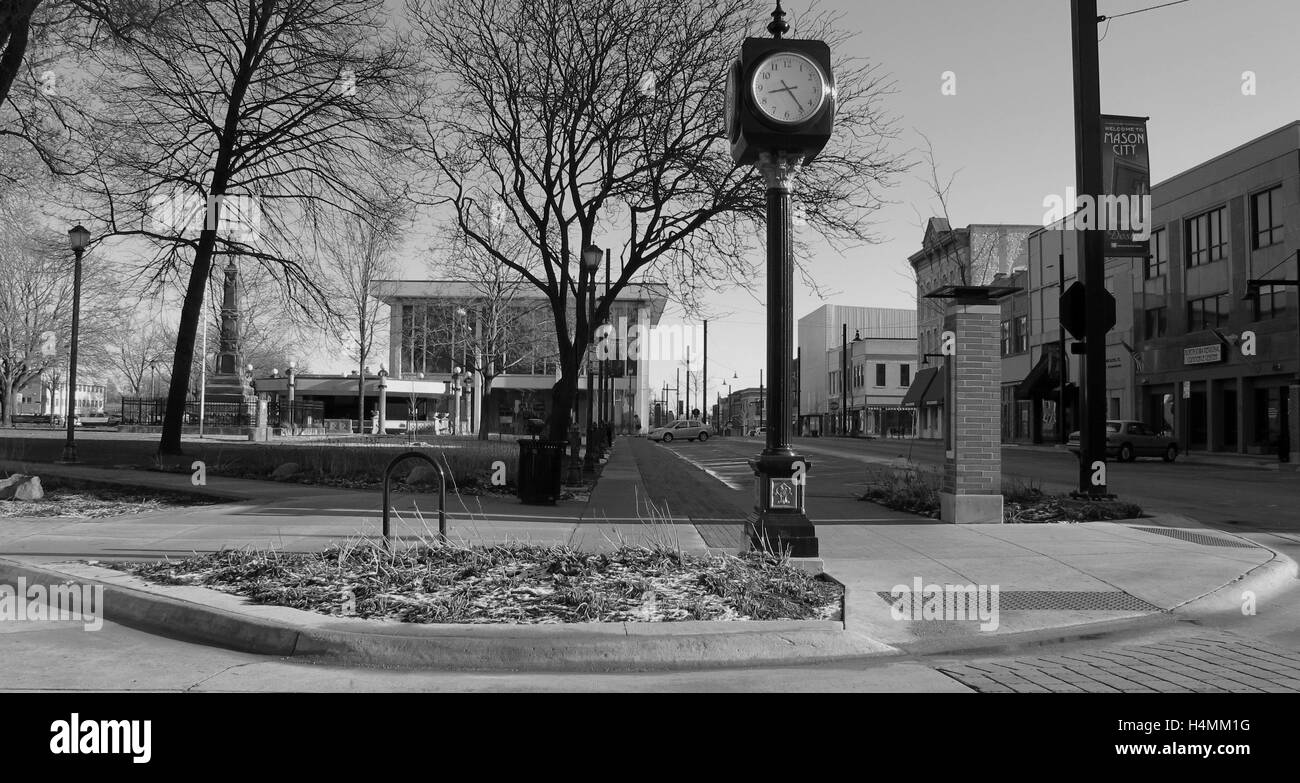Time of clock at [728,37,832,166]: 8:23
